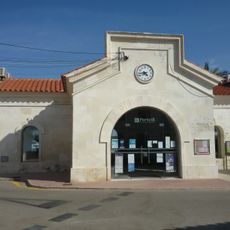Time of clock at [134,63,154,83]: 4:43
